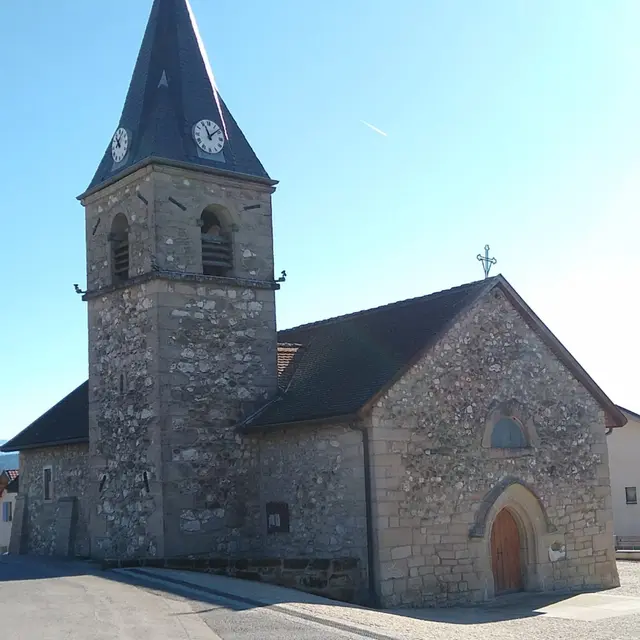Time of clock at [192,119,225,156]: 11:08
